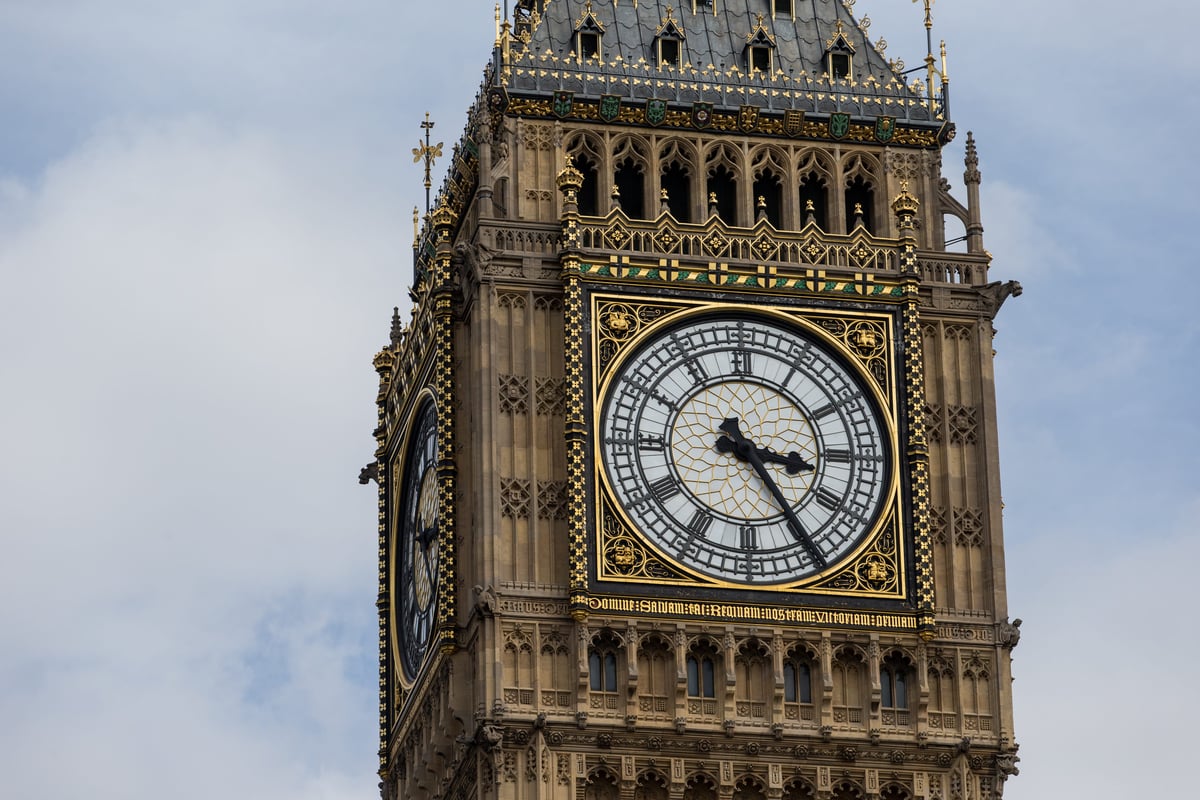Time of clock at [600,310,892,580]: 3:24
